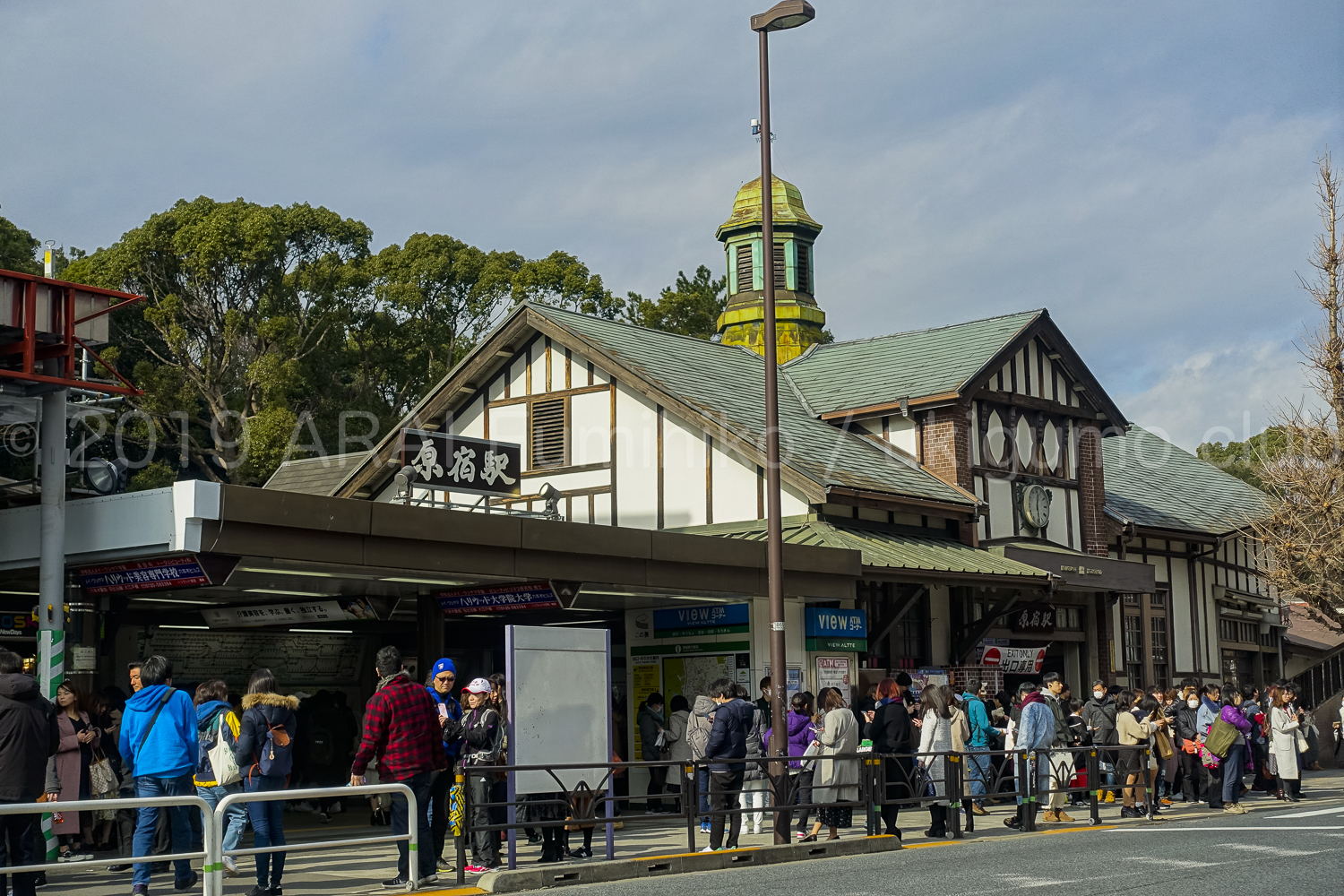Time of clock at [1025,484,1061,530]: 12:28
